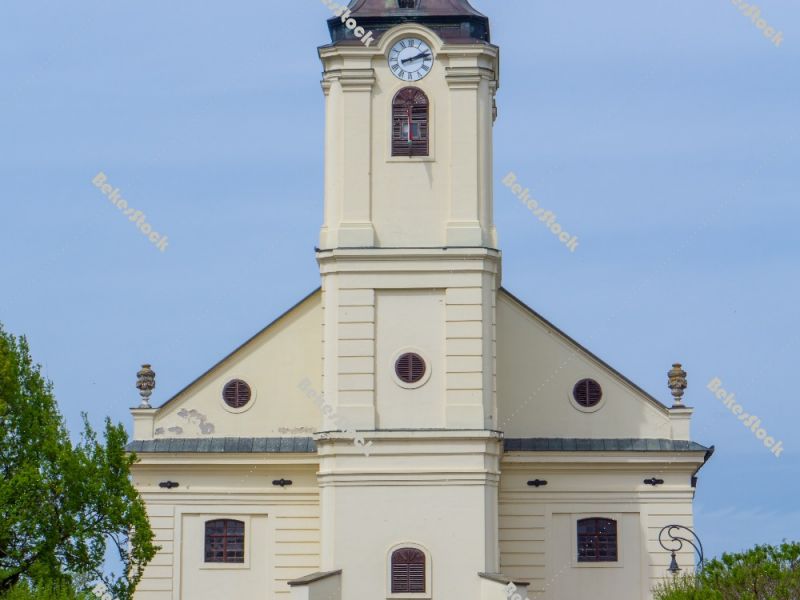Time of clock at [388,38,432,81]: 2:12
